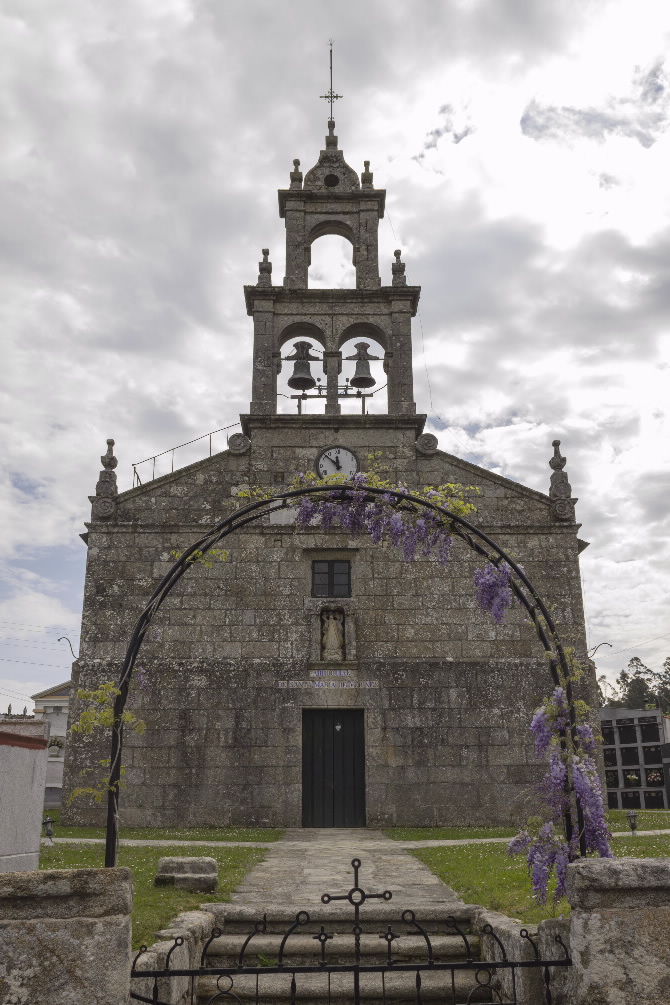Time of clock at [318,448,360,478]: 11:52
